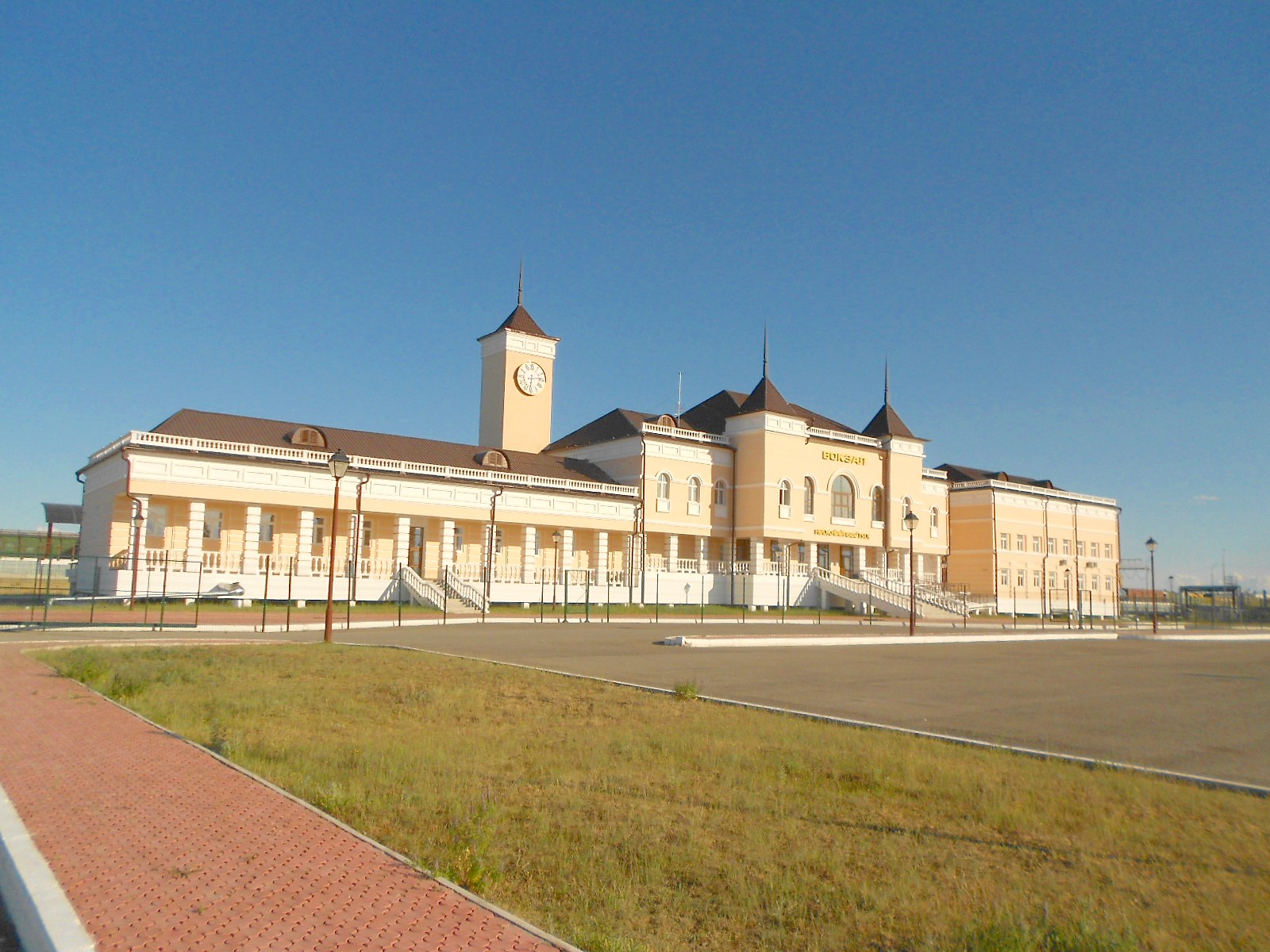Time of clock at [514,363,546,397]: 6:13
